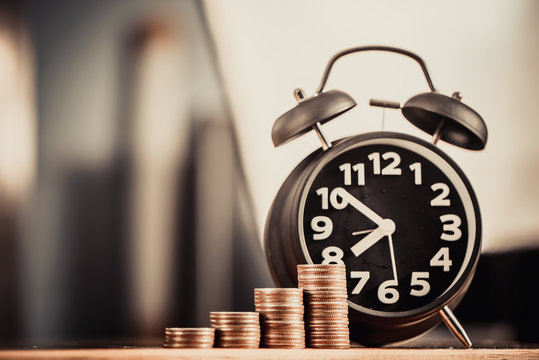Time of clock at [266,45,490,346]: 7:52
